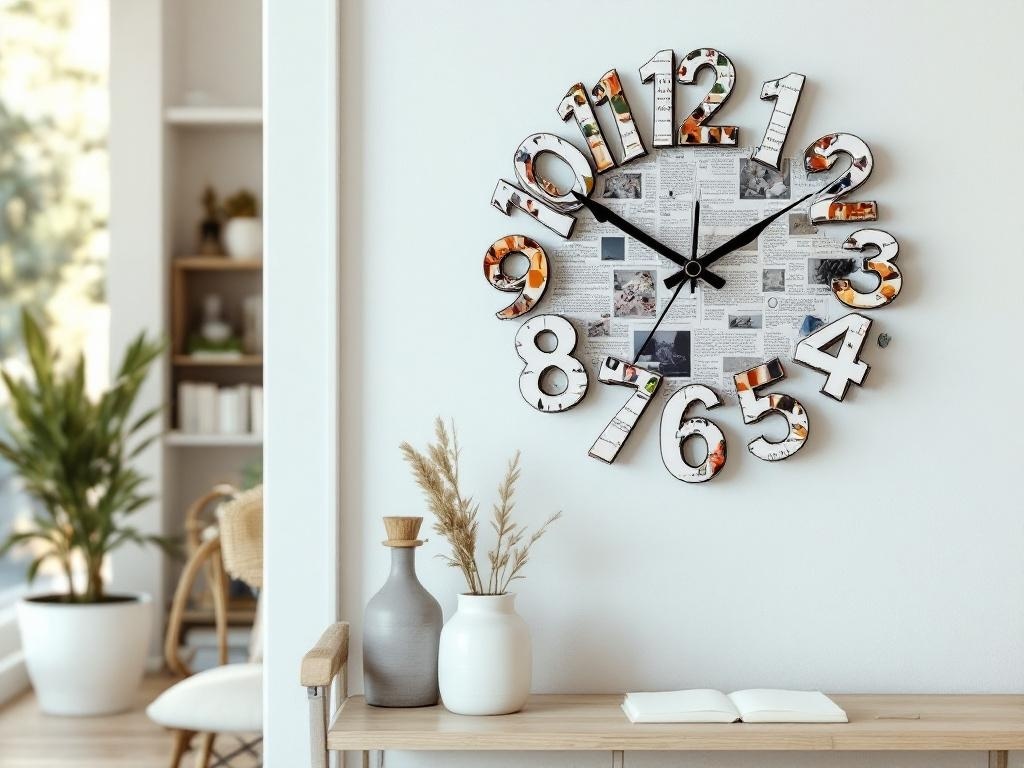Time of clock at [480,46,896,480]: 1:50
